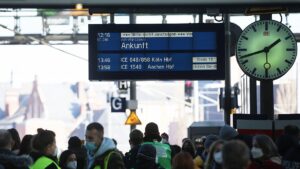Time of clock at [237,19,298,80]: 1:42
